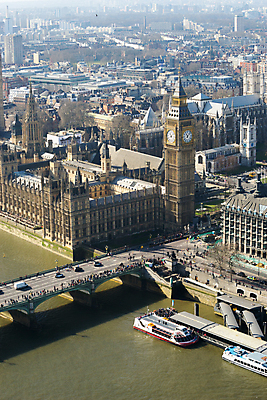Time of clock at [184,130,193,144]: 11:07
